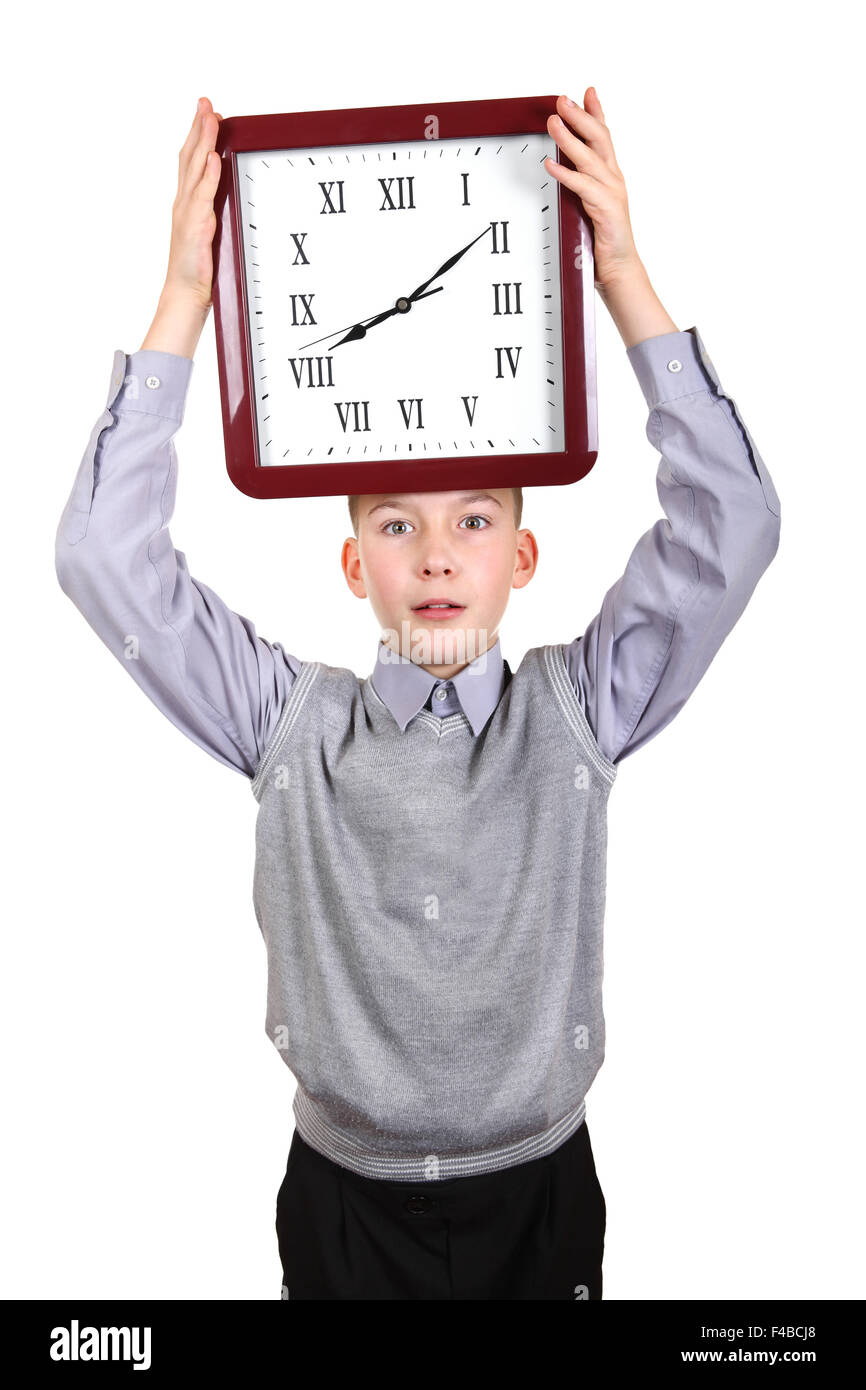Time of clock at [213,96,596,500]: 8:09
